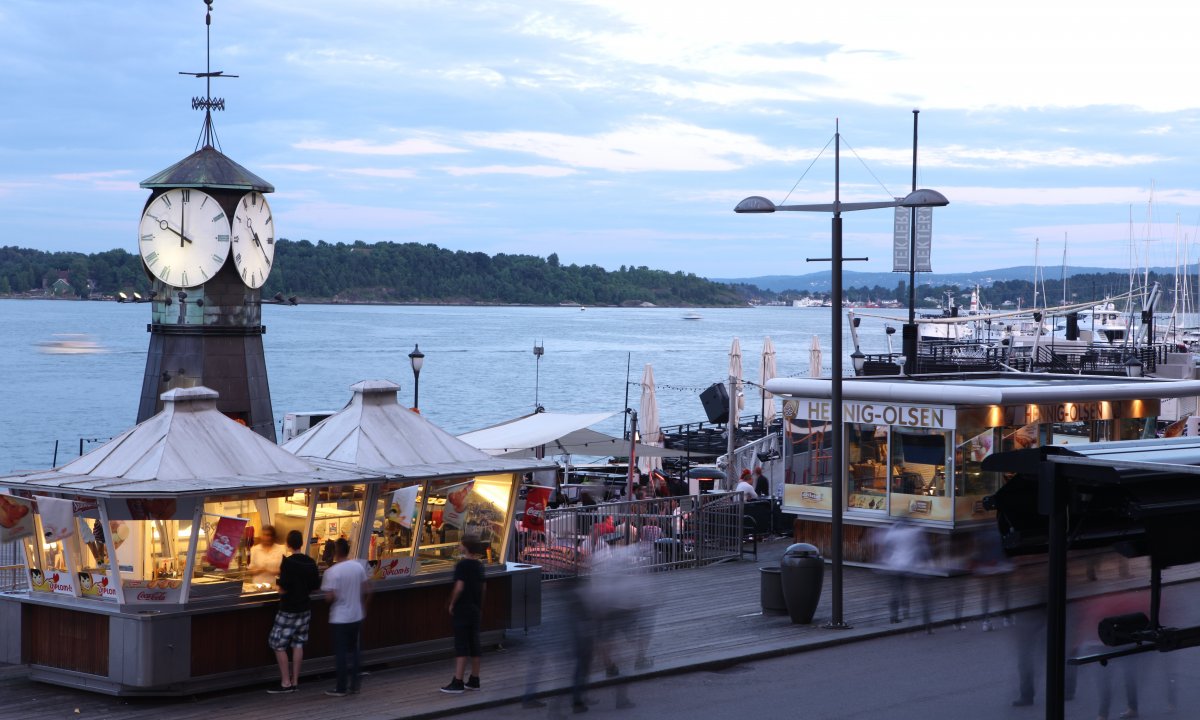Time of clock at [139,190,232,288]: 9:59
